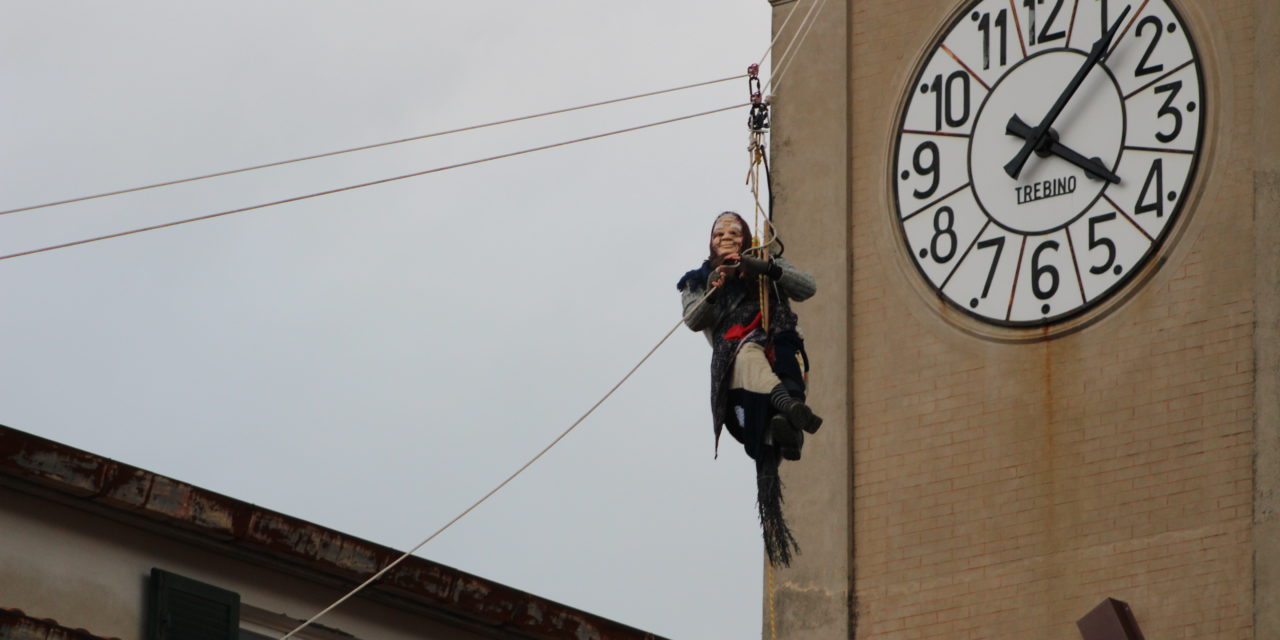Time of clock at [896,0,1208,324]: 4:07
